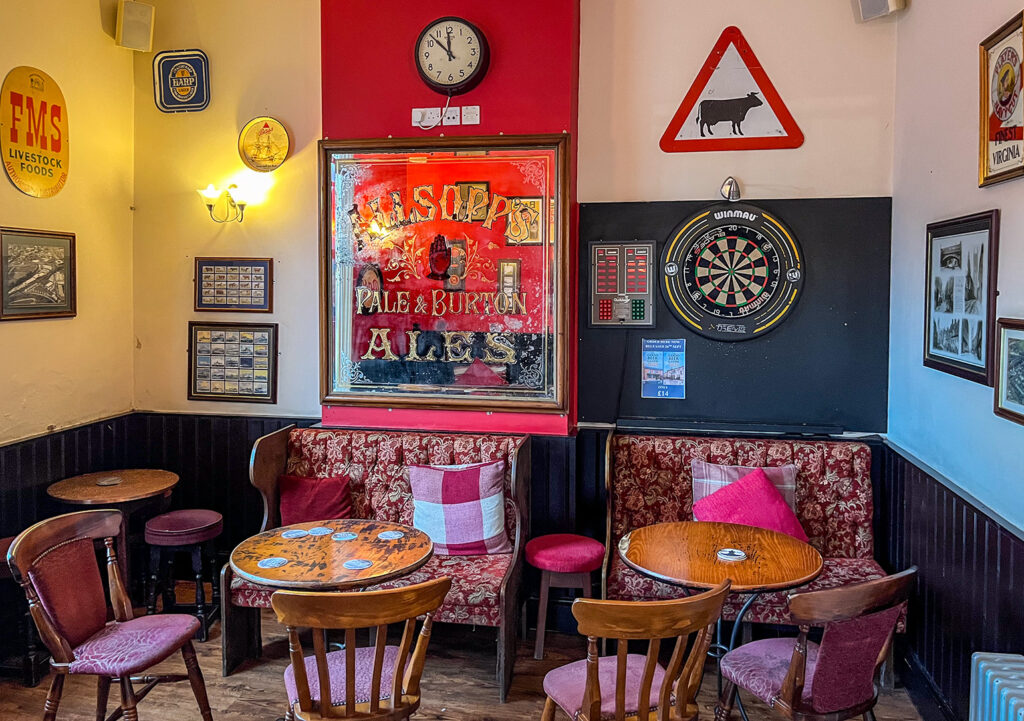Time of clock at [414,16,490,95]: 11:52
